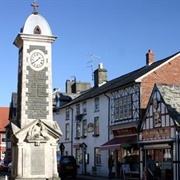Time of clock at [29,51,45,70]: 1:39
